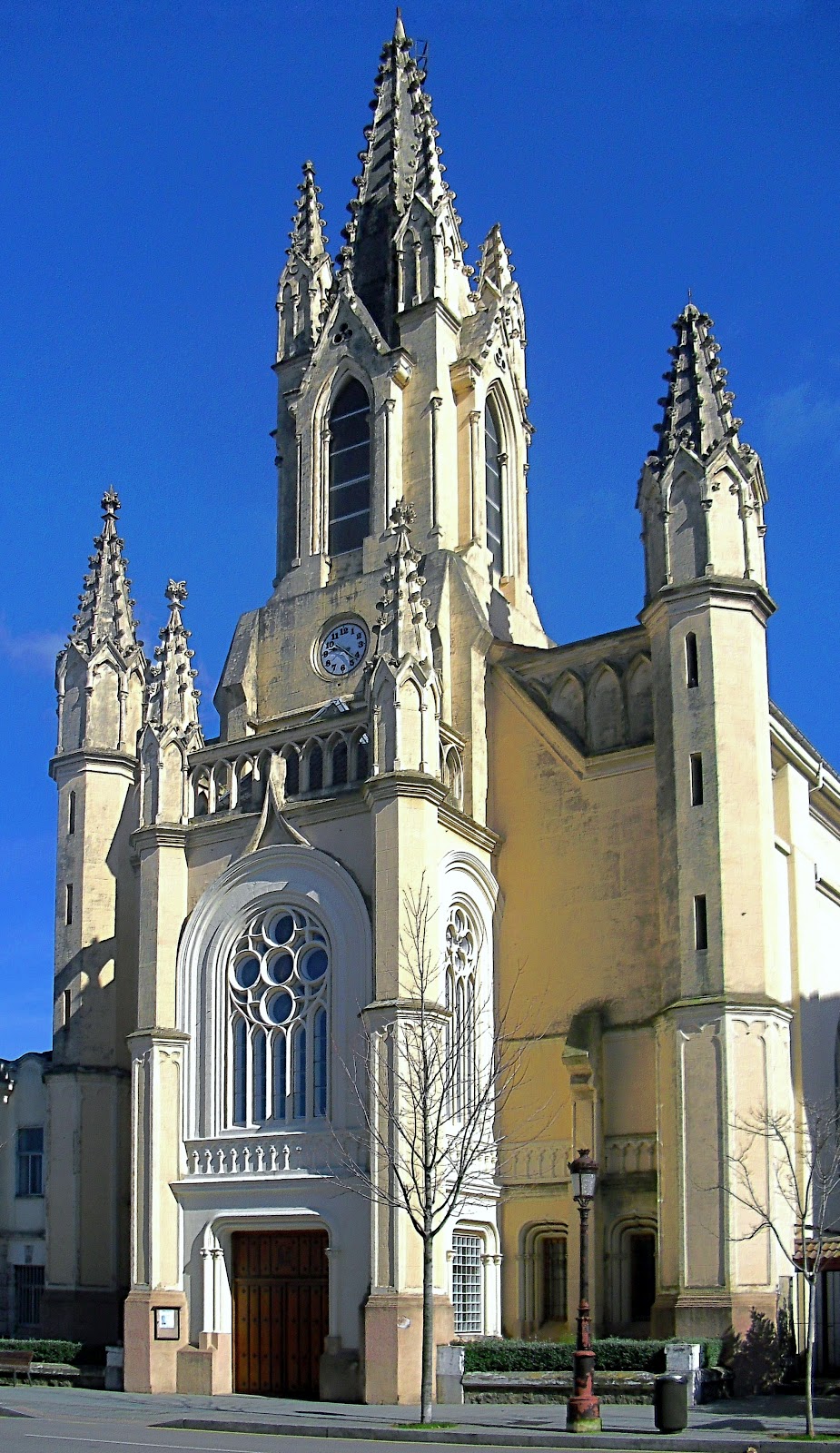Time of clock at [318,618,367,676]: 9:22
